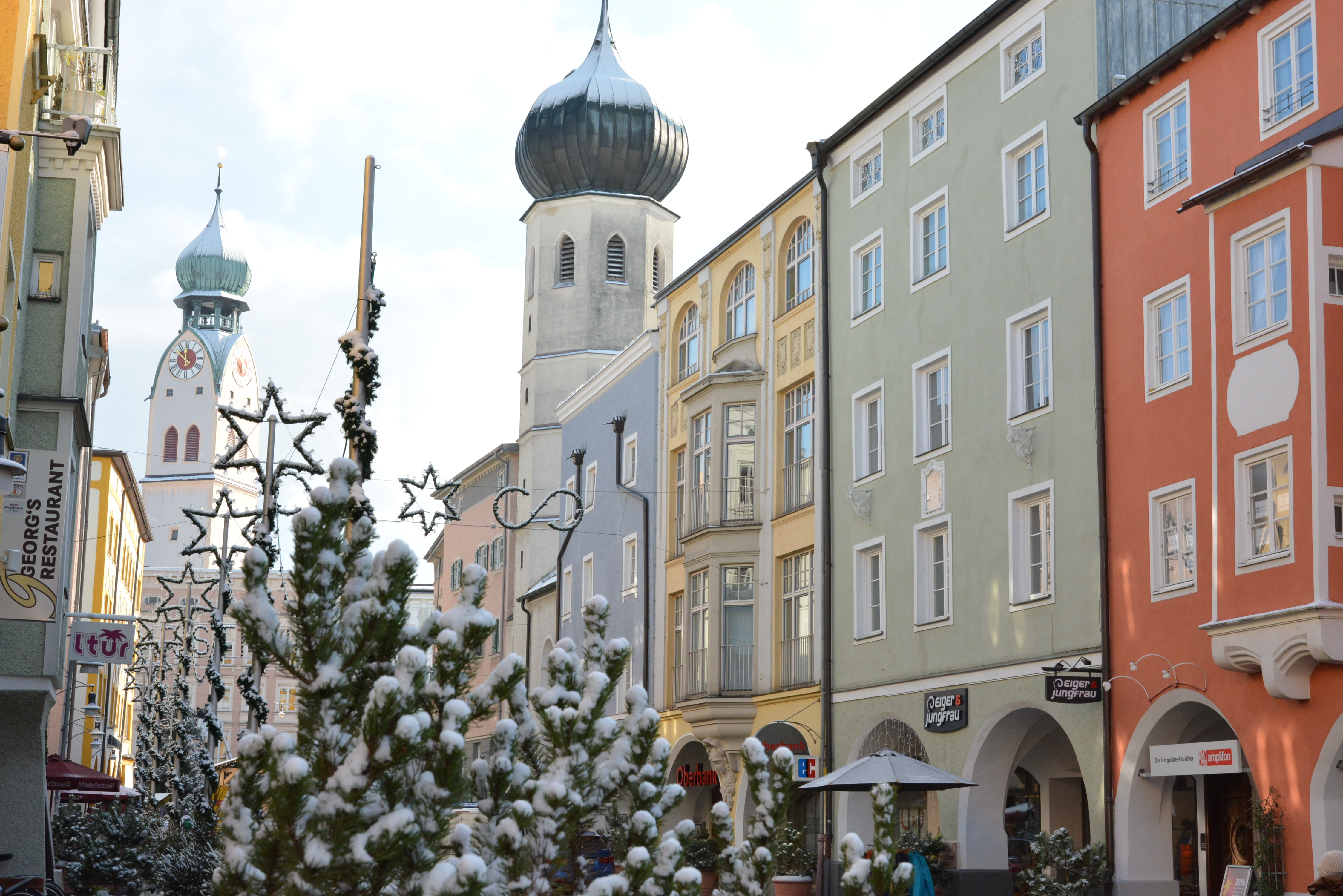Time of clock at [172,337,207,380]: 11:51
